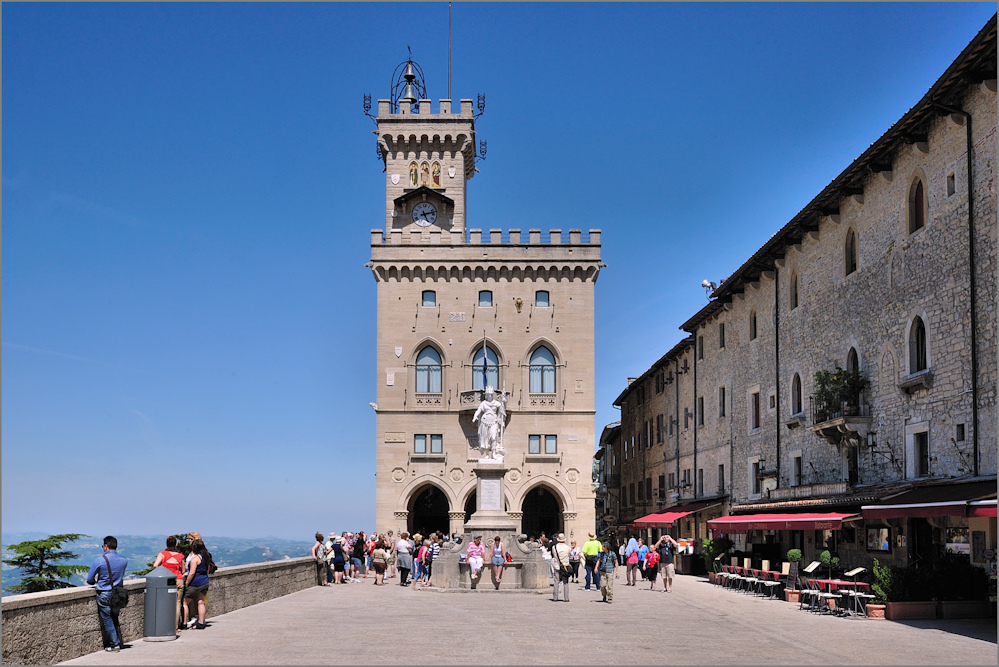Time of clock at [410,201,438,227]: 5:12
